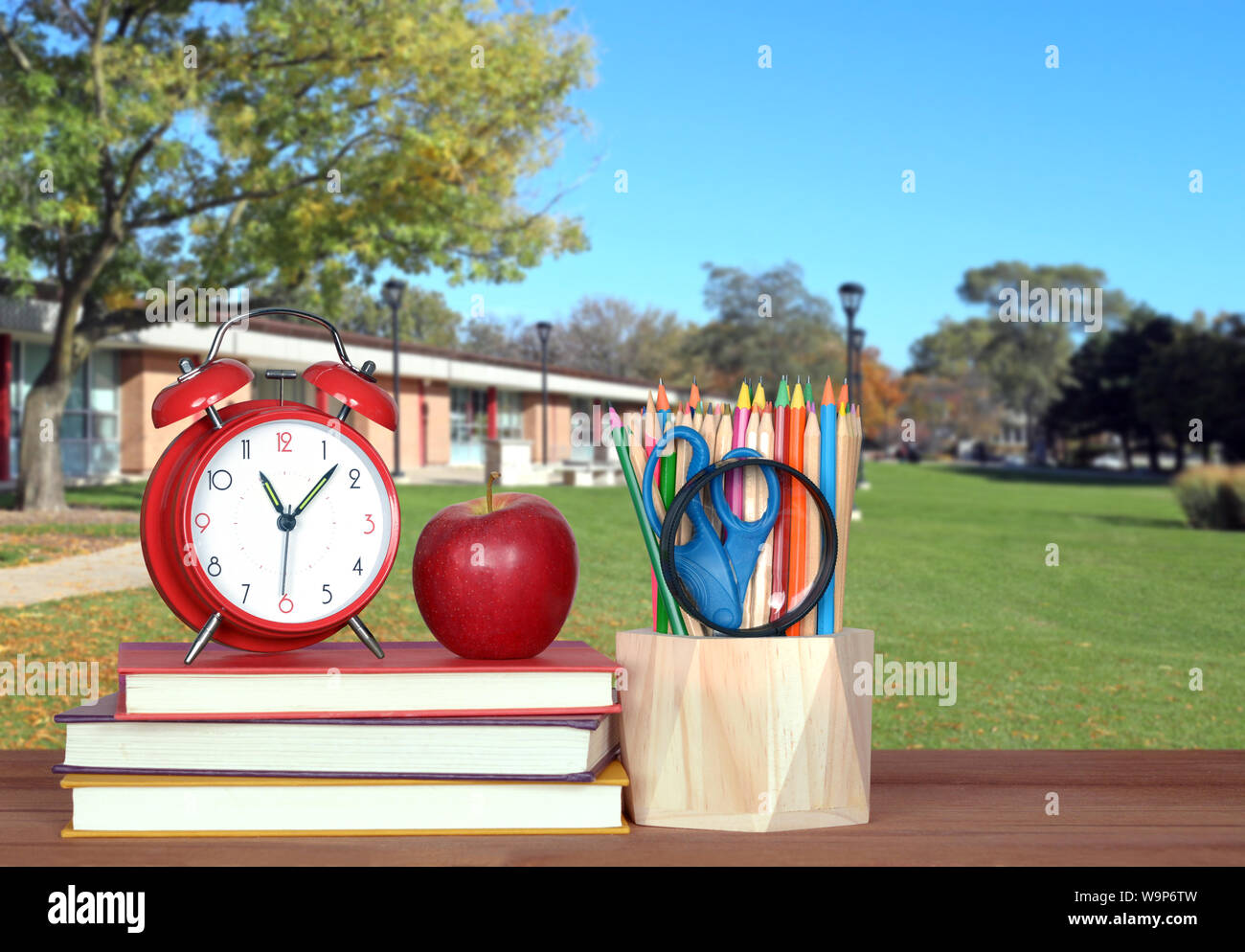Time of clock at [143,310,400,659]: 11:07
